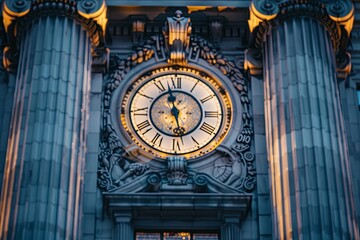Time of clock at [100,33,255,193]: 11:28
